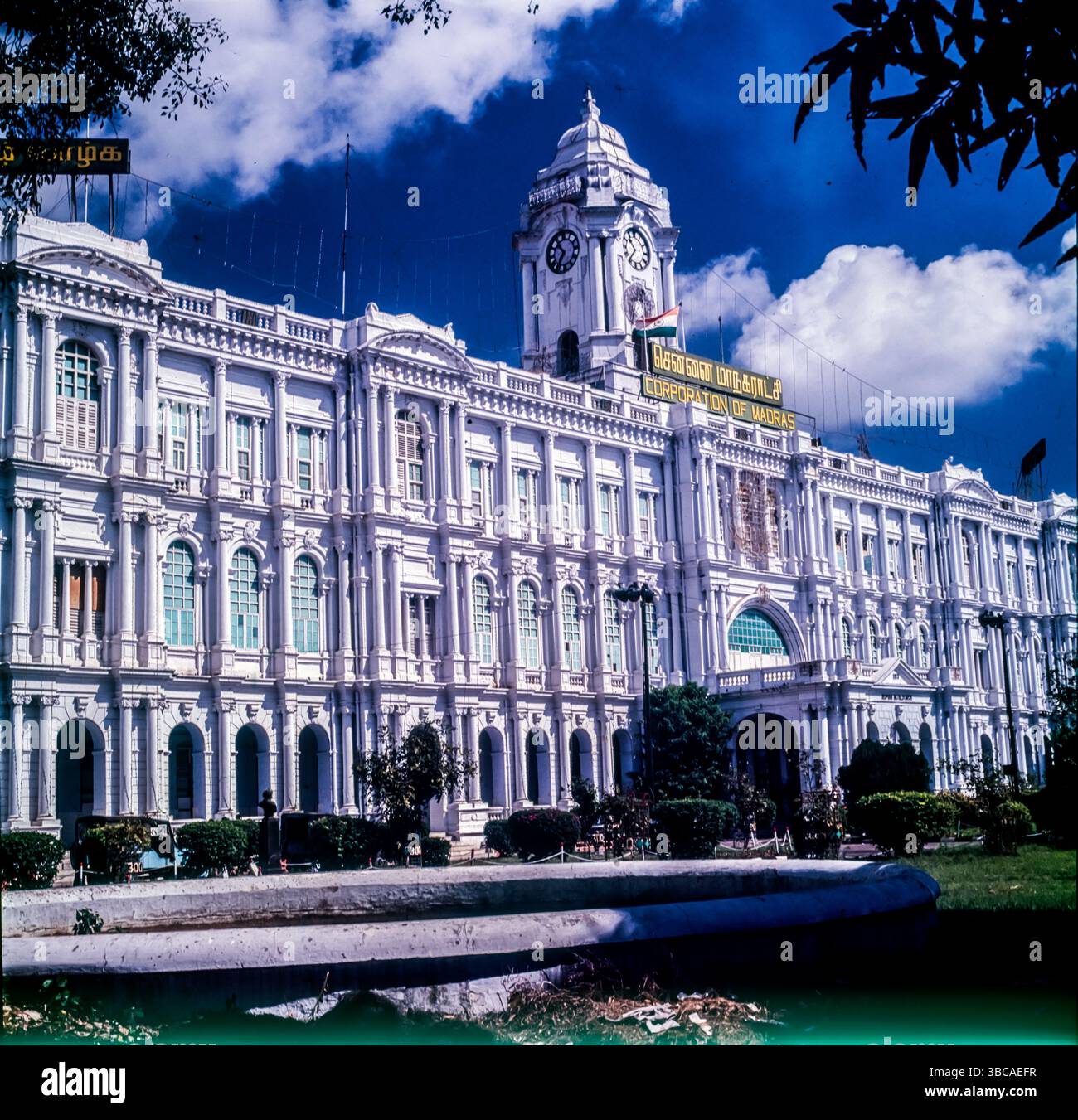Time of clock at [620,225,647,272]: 10:36
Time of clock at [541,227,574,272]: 10:34
